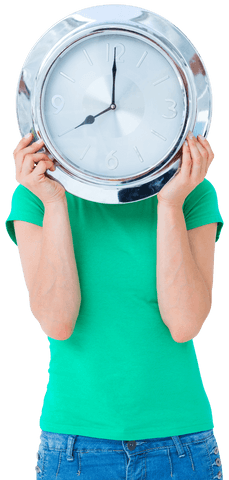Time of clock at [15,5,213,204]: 8:00
